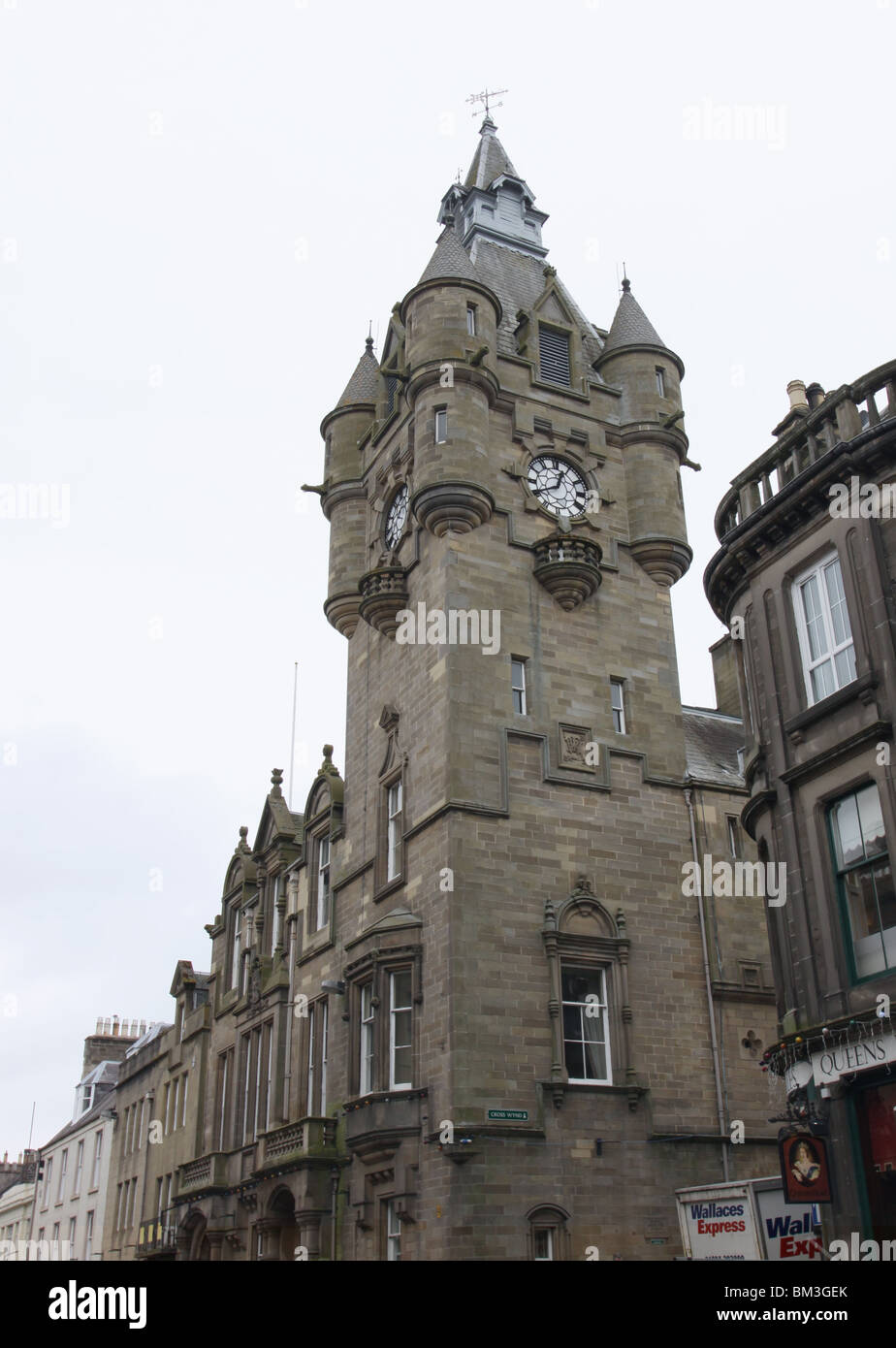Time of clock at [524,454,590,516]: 12:40
